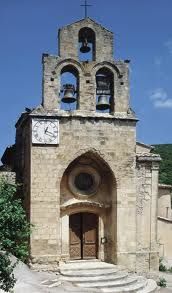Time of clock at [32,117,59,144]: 12:18
